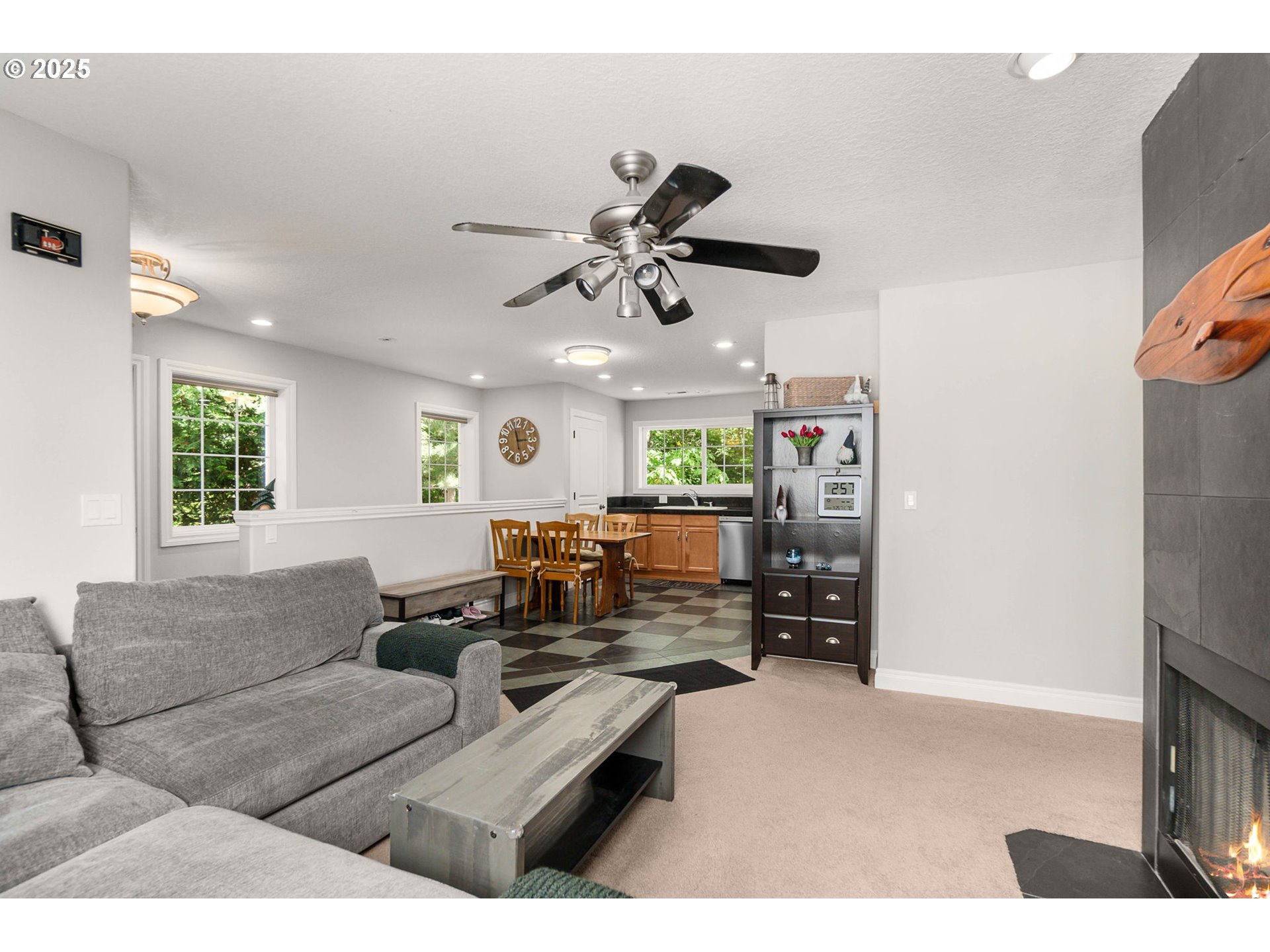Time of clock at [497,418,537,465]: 2:57
